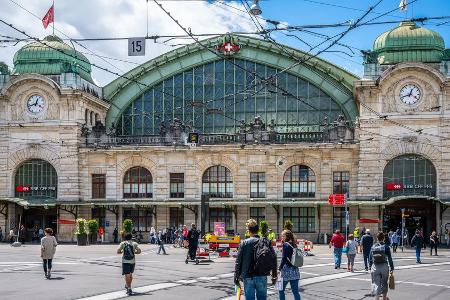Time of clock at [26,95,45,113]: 12:42
